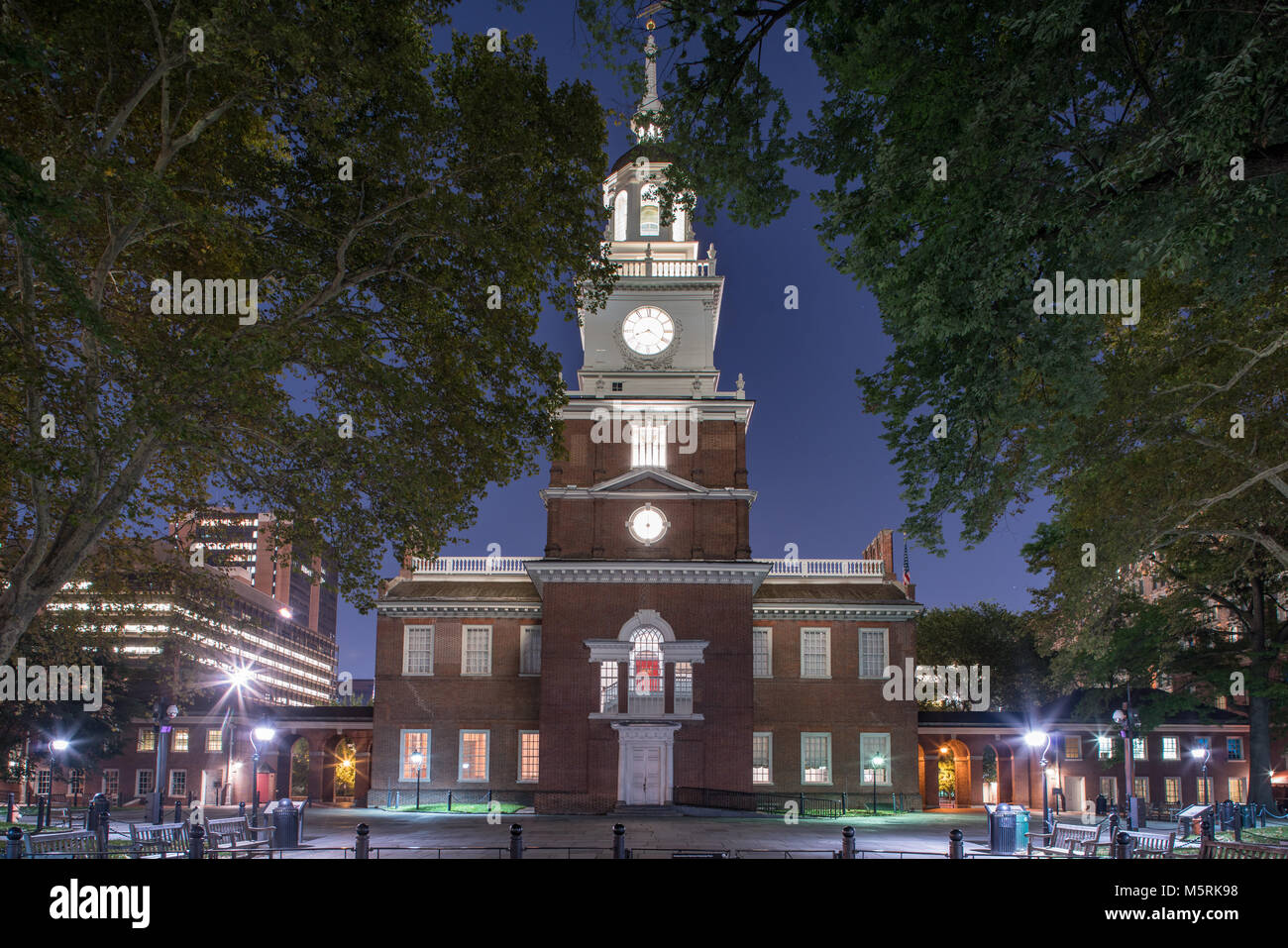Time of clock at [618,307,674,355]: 8:20
